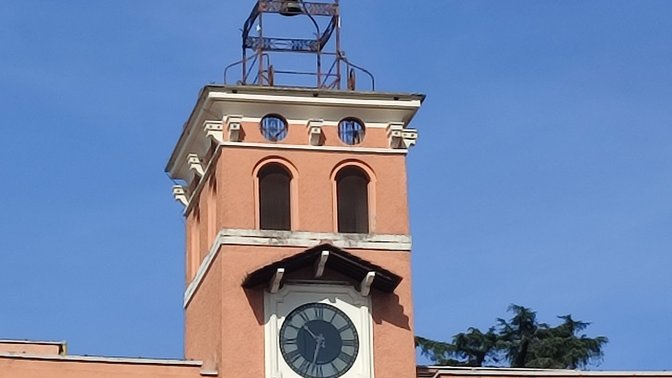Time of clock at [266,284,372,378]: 10:32
